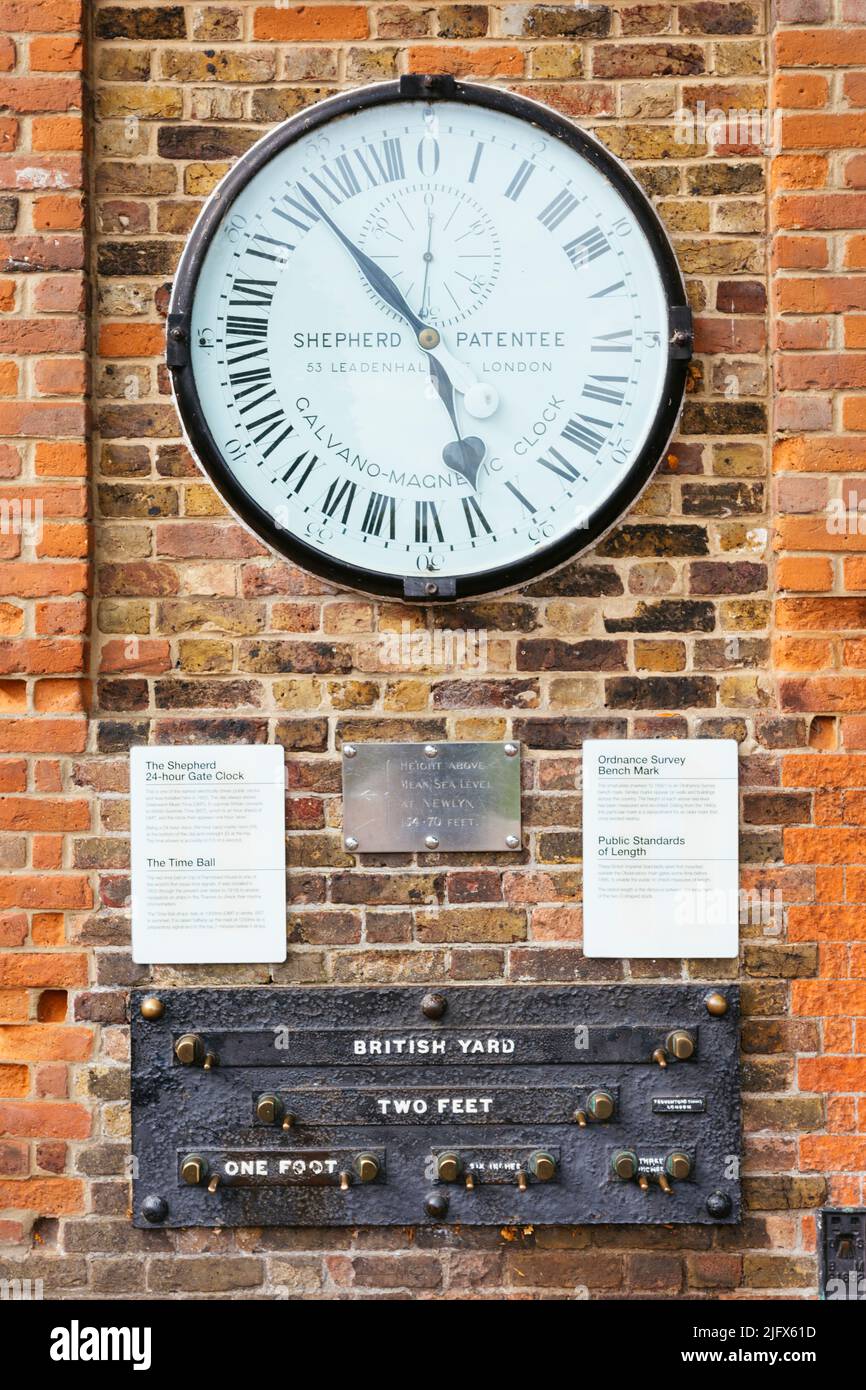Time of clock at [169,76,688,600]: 4:52
